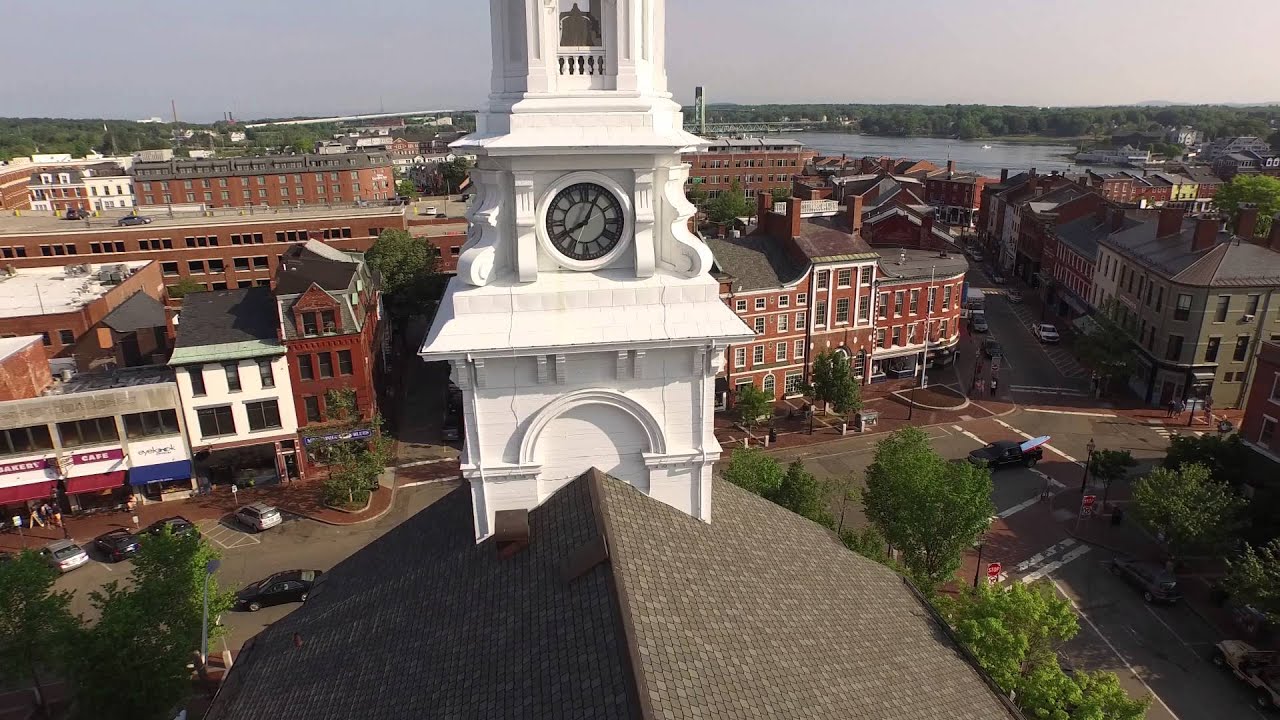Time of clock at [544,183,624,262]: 8:04
